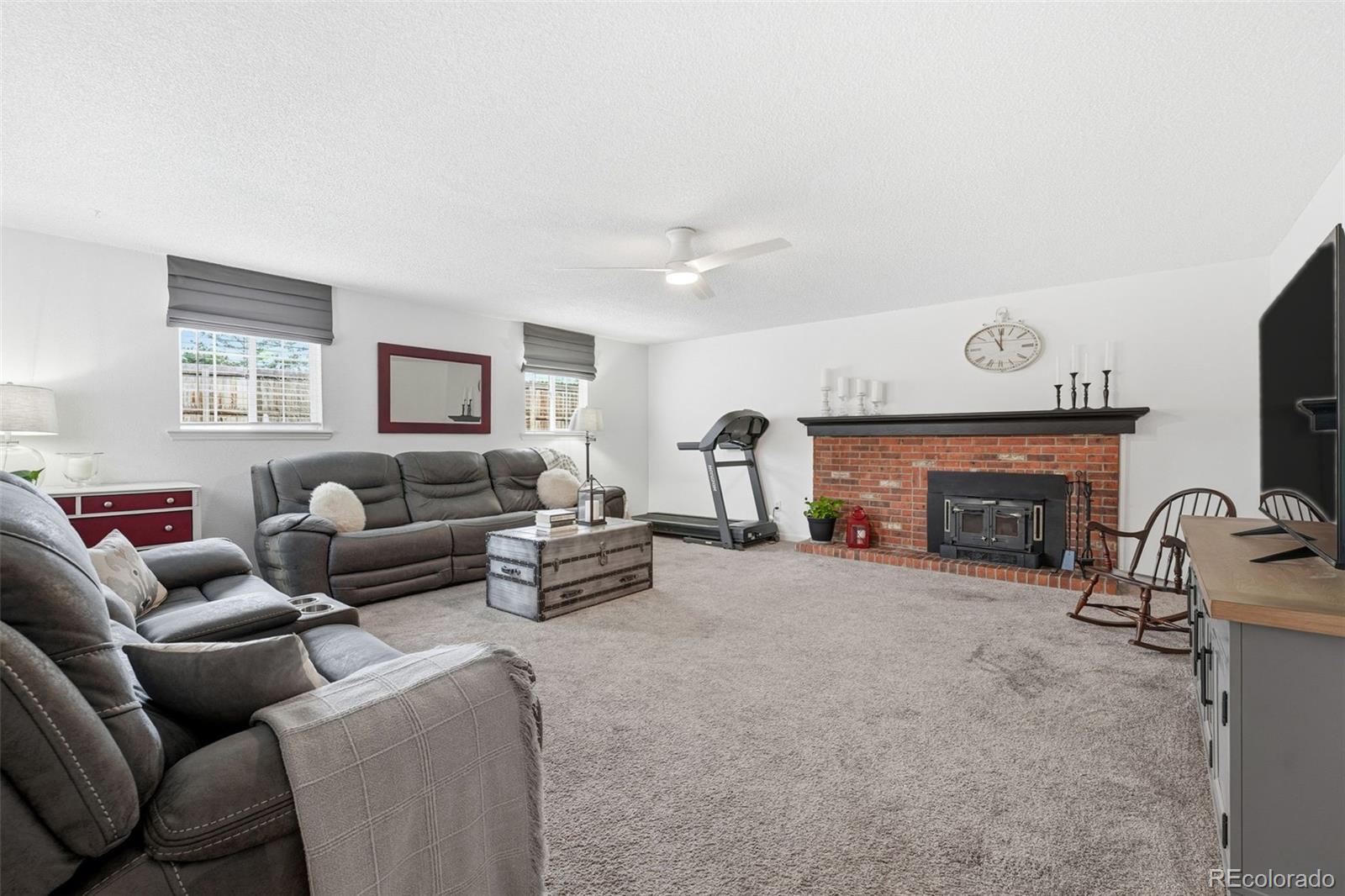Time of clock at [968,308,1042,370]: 11:00
